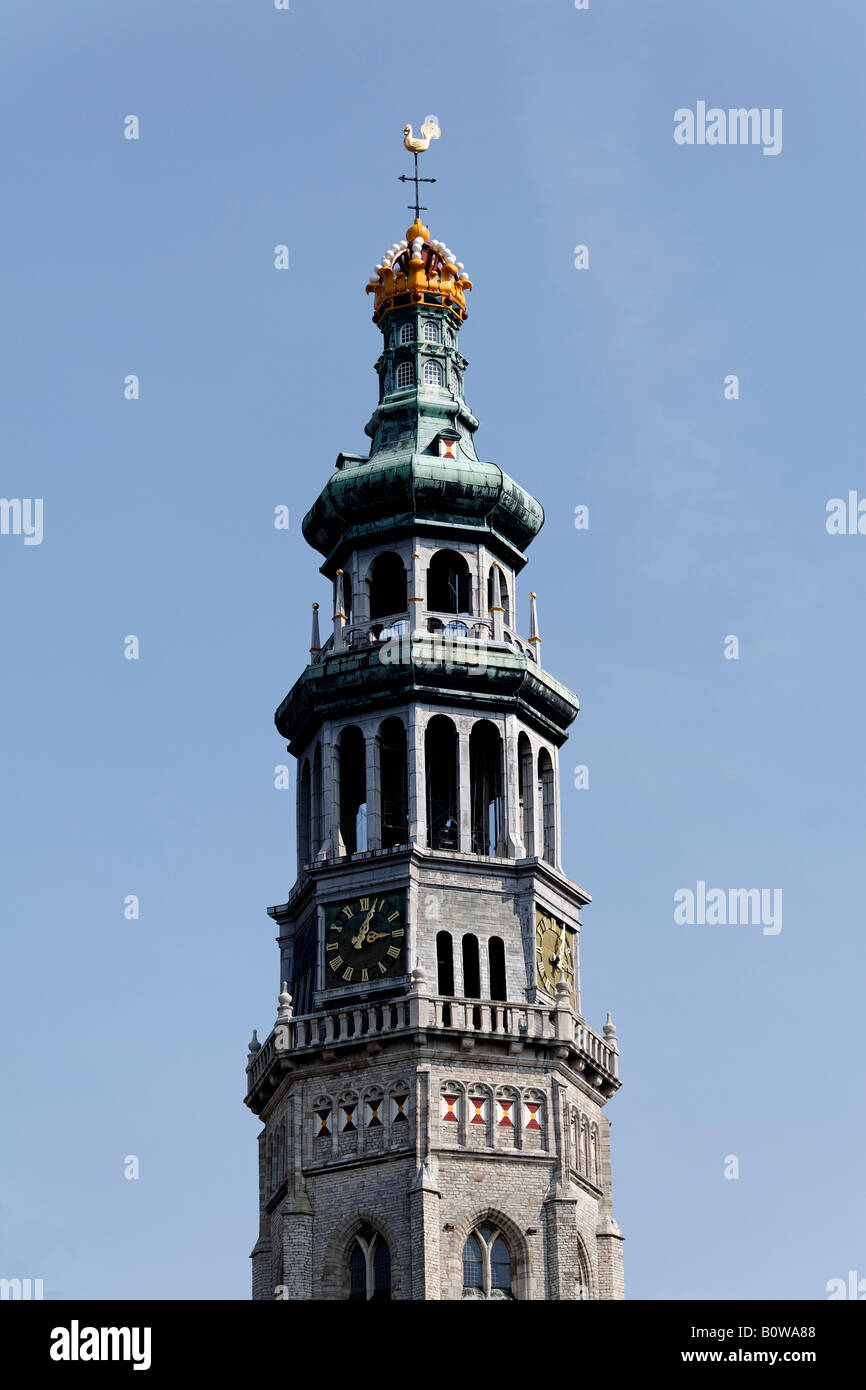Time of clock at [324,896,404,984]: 3:03
